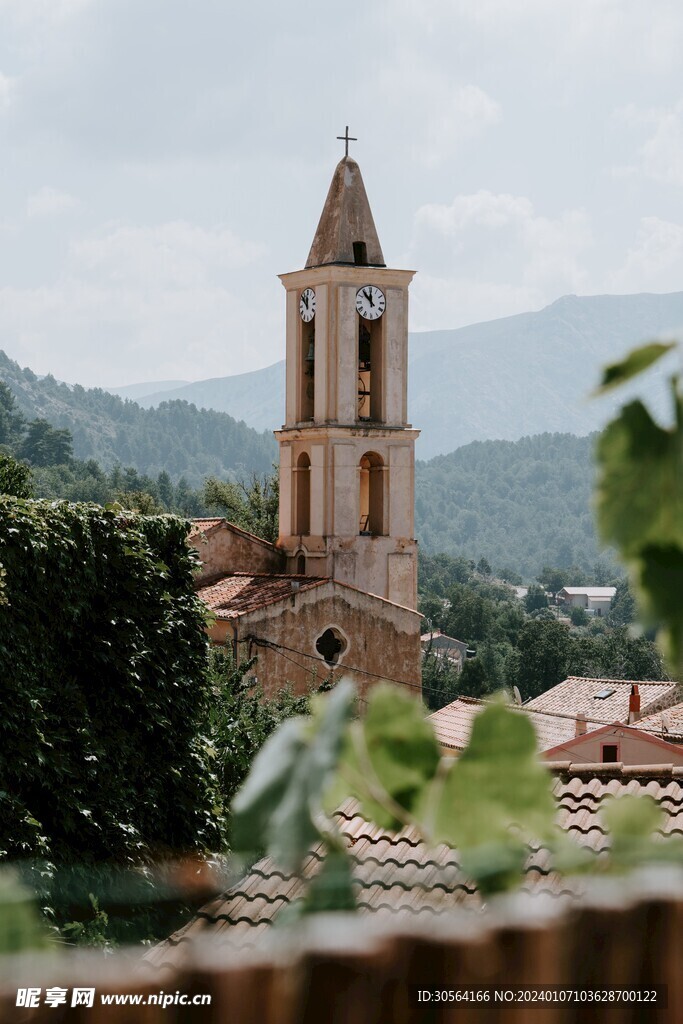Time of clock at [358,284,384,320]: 11:53
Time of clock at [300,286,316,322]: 11:52
